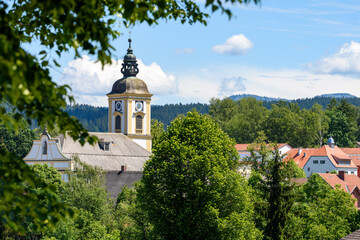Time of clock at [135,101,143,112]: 12:37
